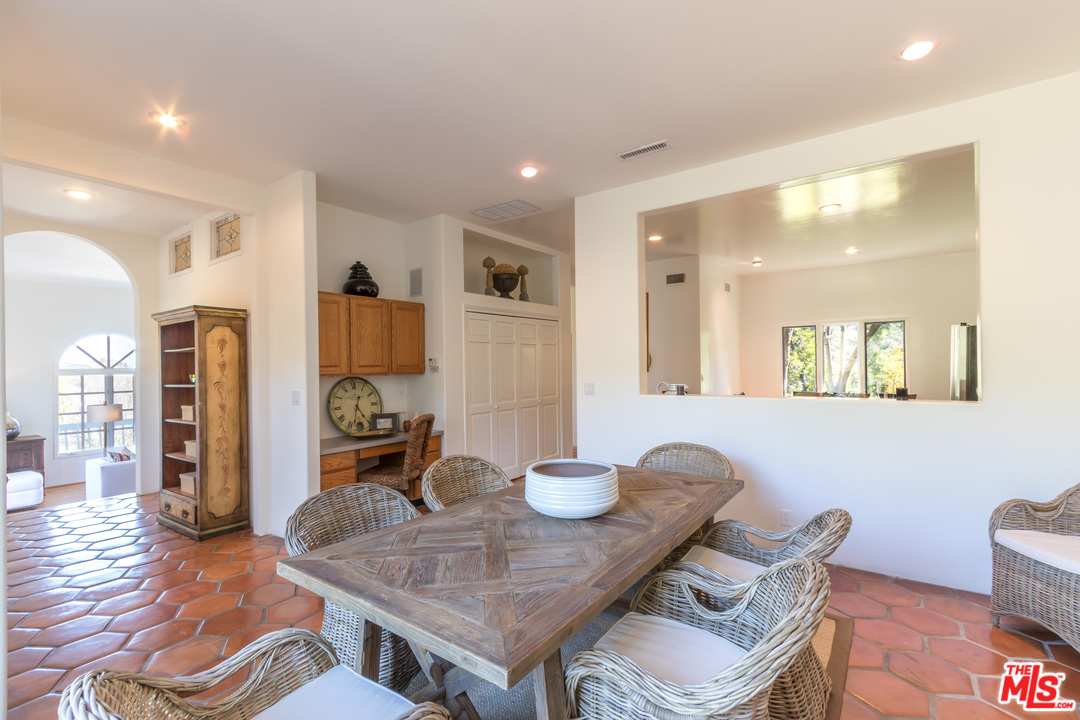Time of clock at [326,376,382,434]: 4:33
